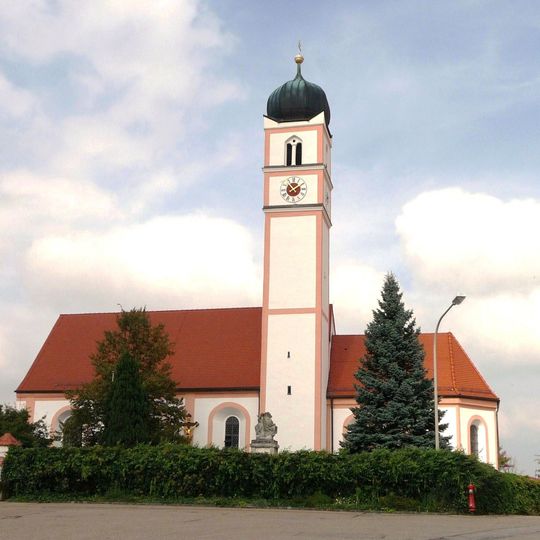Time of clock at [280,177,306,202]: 1:53
